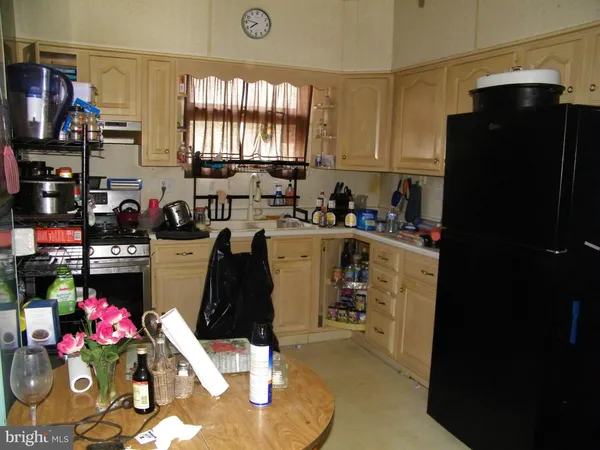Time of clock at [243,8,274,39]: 7:47
